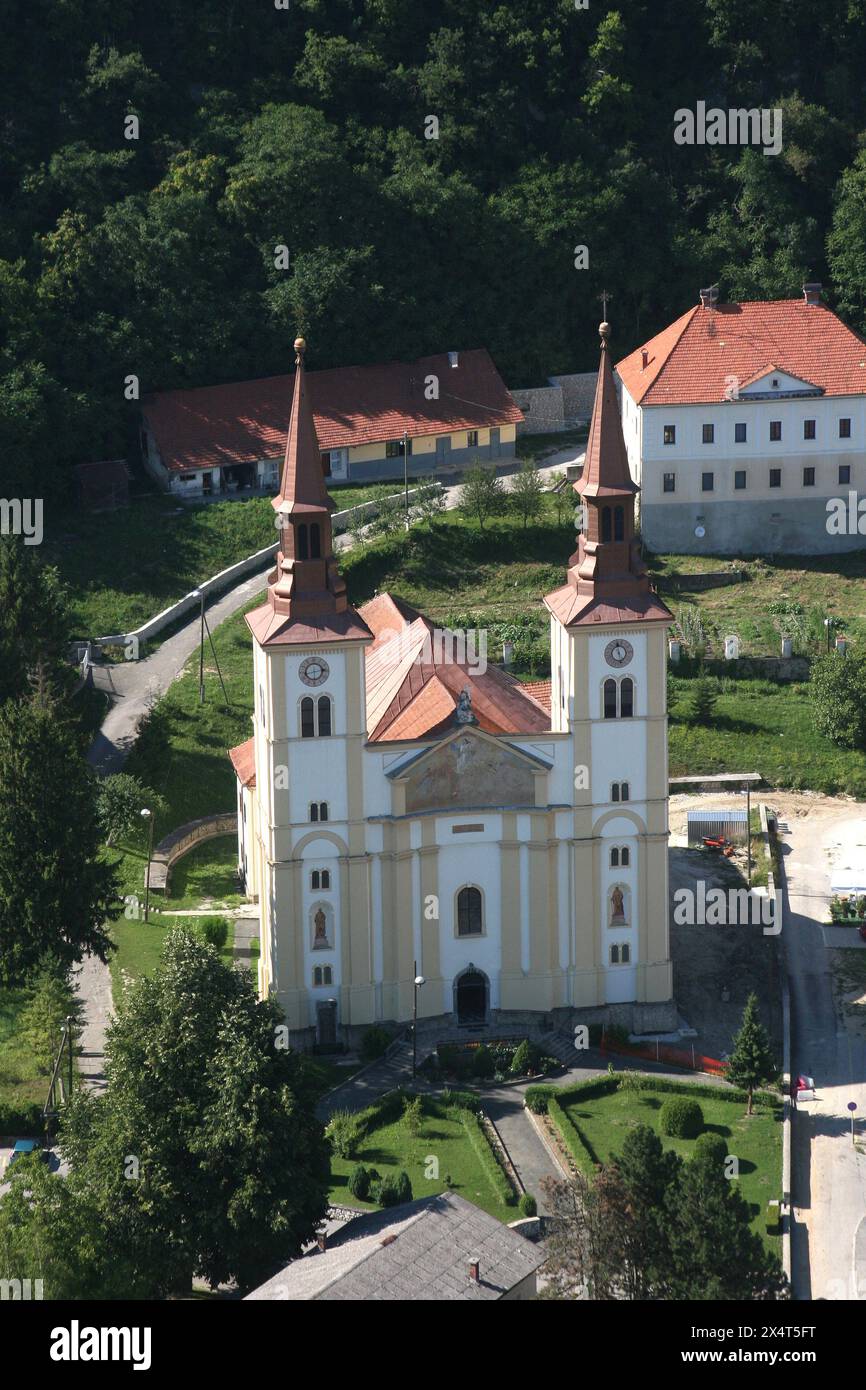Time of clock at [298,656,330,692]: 2:42
